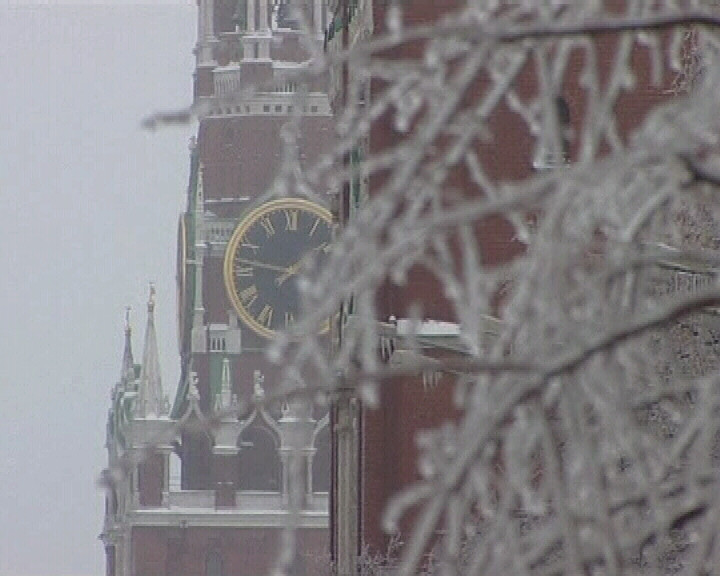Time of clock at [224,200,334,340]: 1:47
